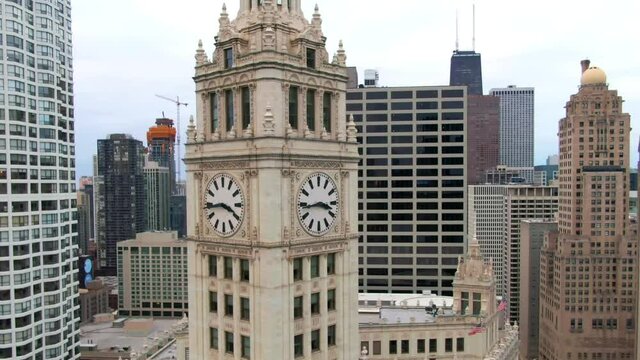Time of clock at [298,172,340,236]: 3:43
